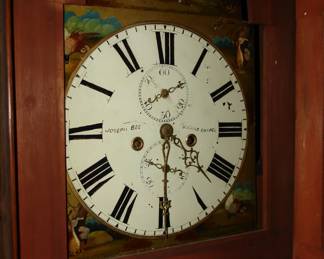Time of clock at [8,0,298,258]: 4:29
